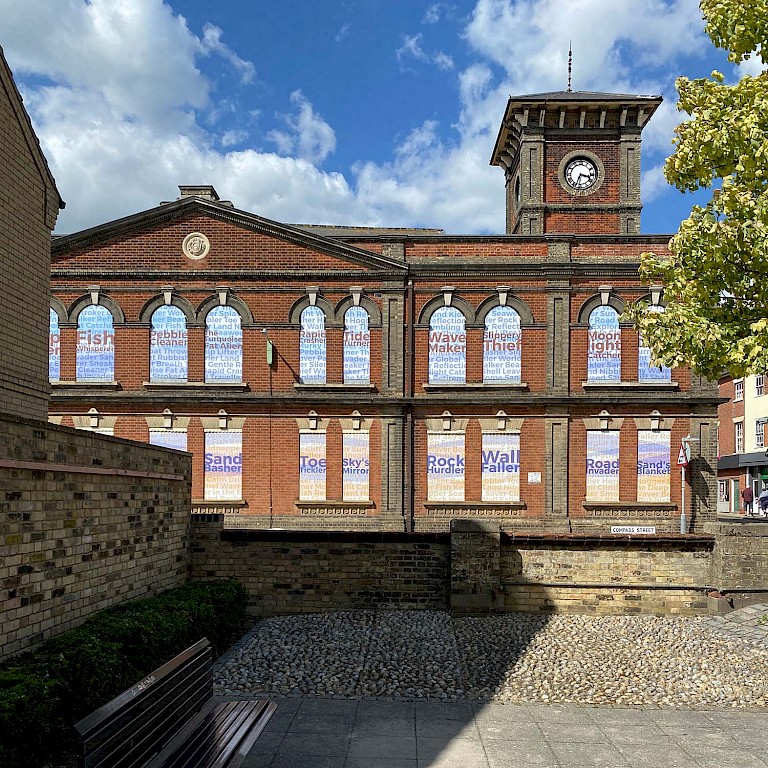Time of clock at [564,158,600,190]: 3:33
